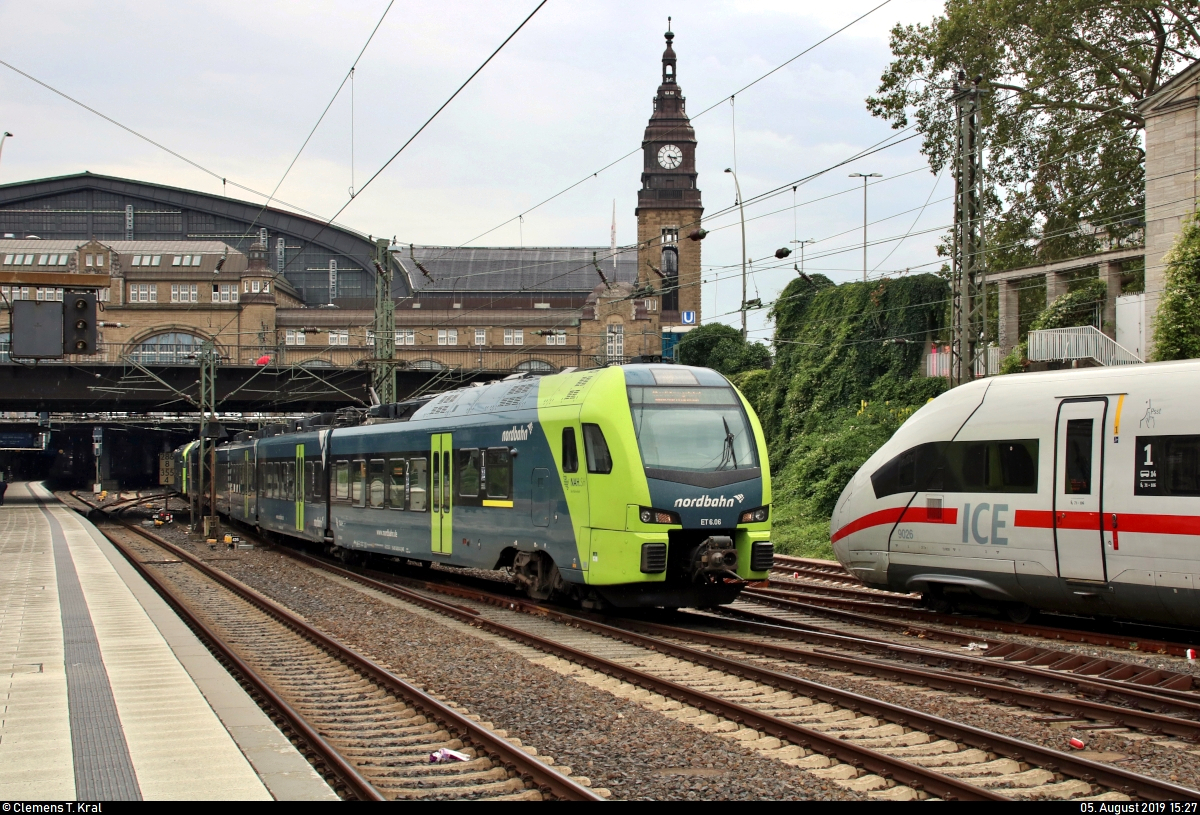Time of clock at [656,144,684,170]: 3:25
